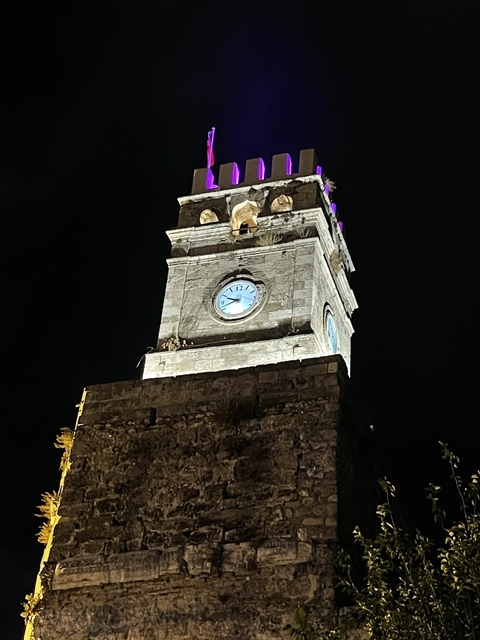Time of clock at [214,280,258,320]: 9:41
